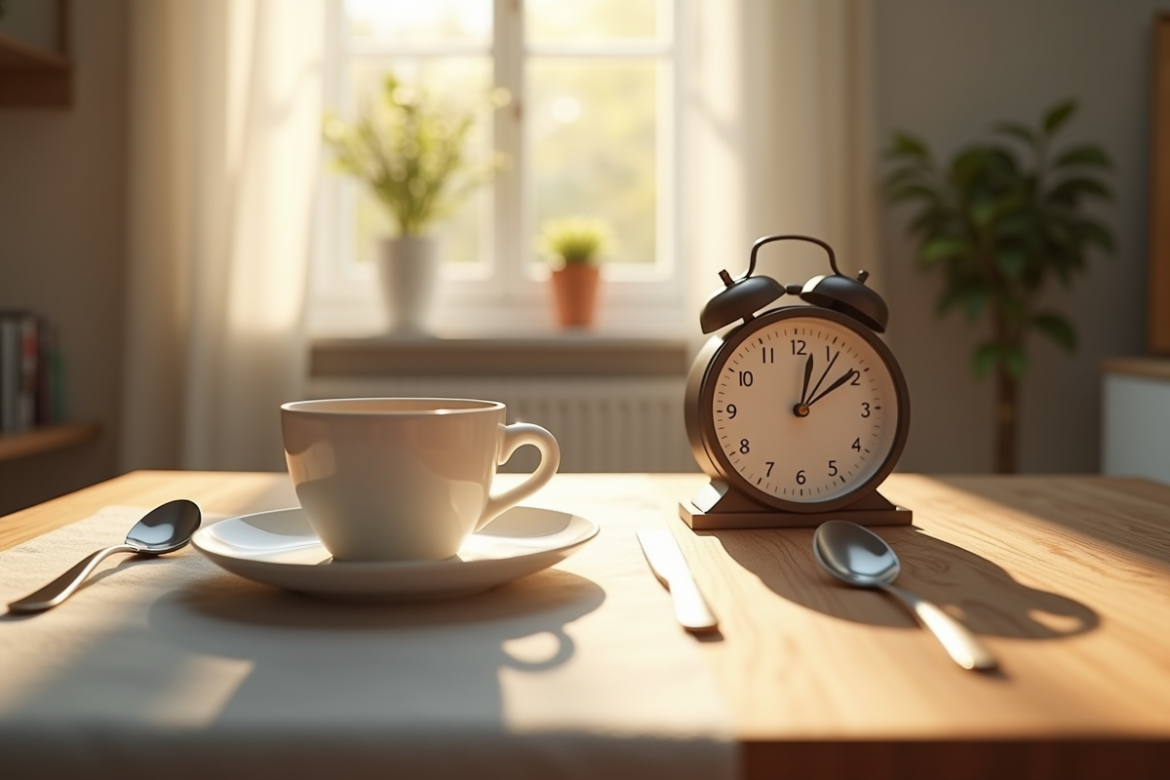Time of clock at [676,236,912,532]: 12:09
